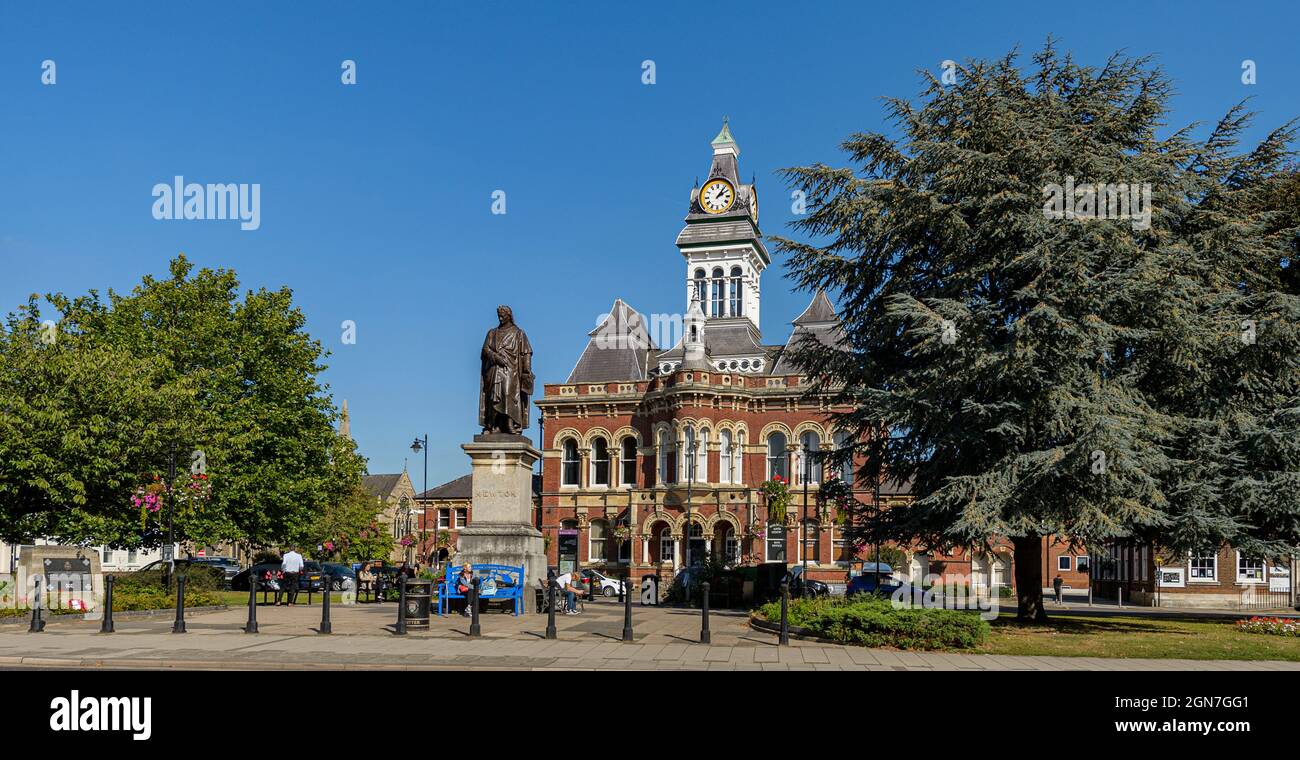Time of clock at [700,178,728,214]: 2:06
